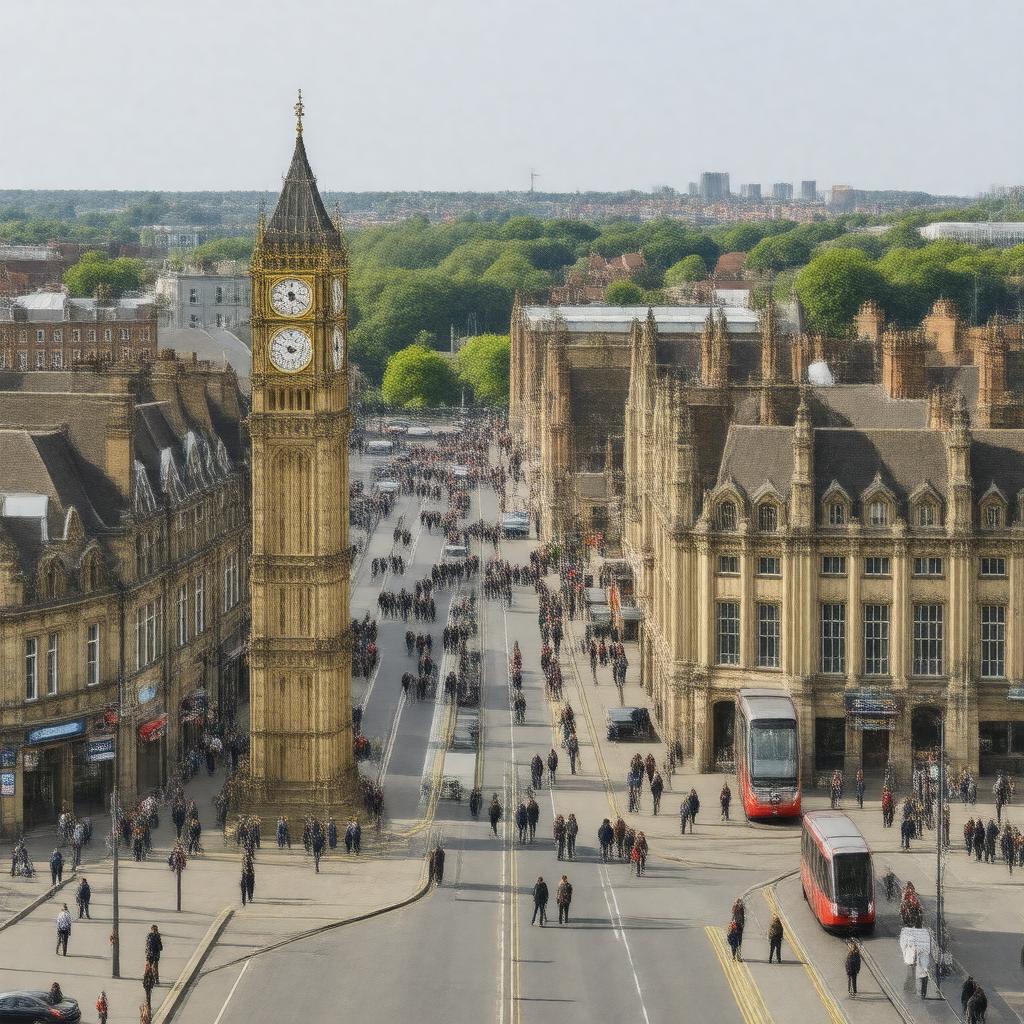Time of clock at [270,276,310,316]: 6:20
